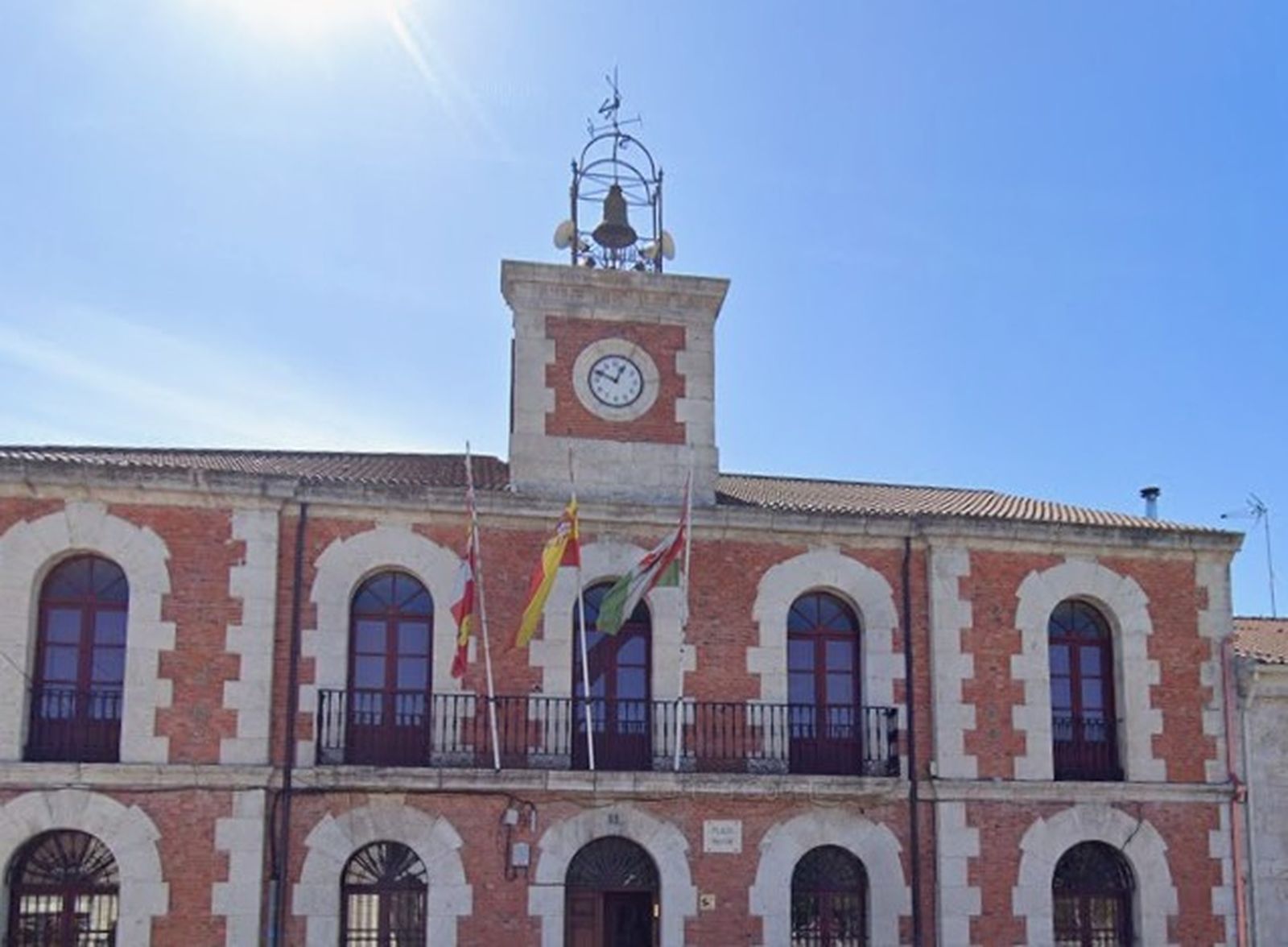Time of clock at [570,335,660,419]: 12:49
